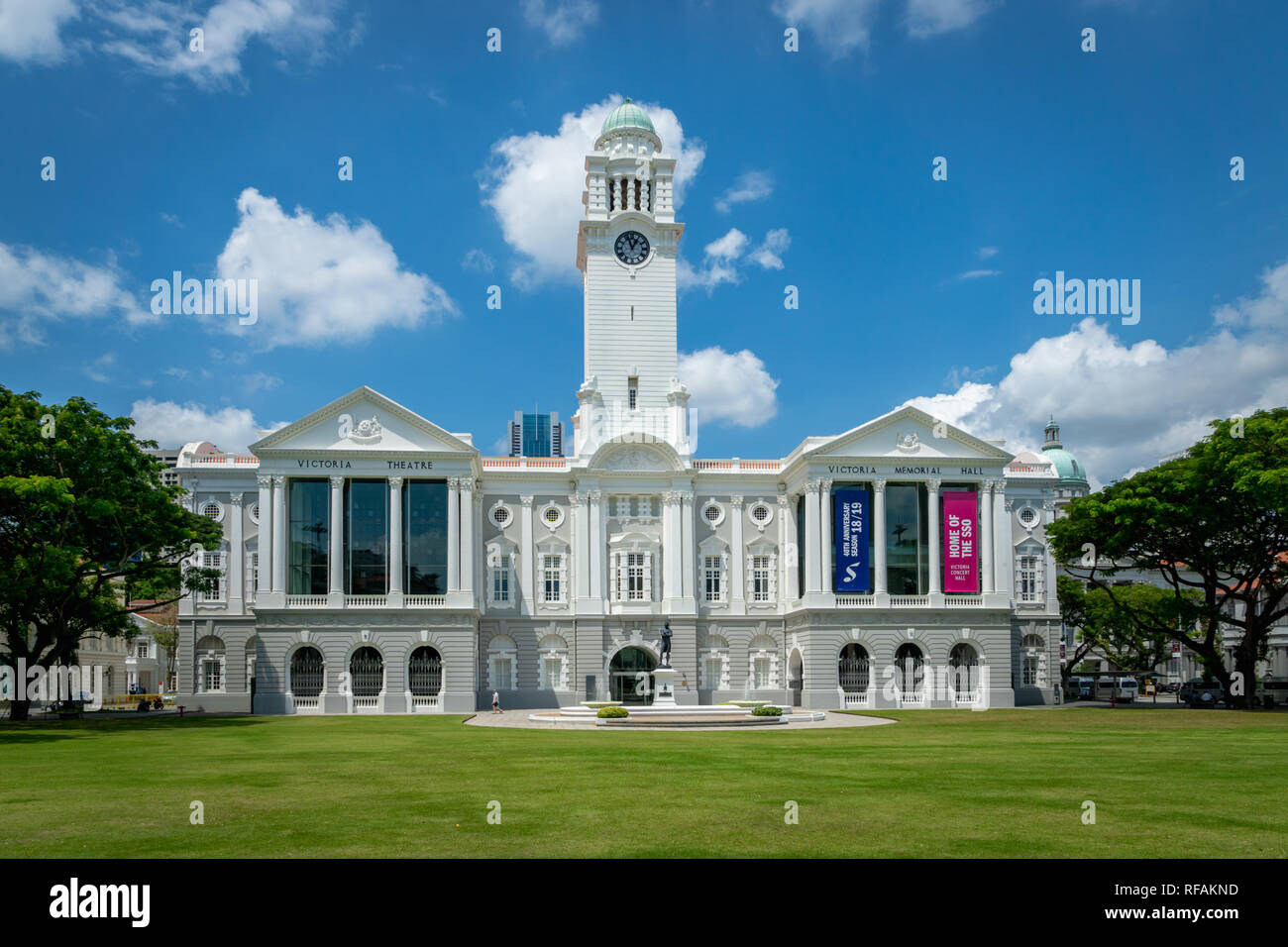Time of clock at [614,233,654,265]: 12:57
